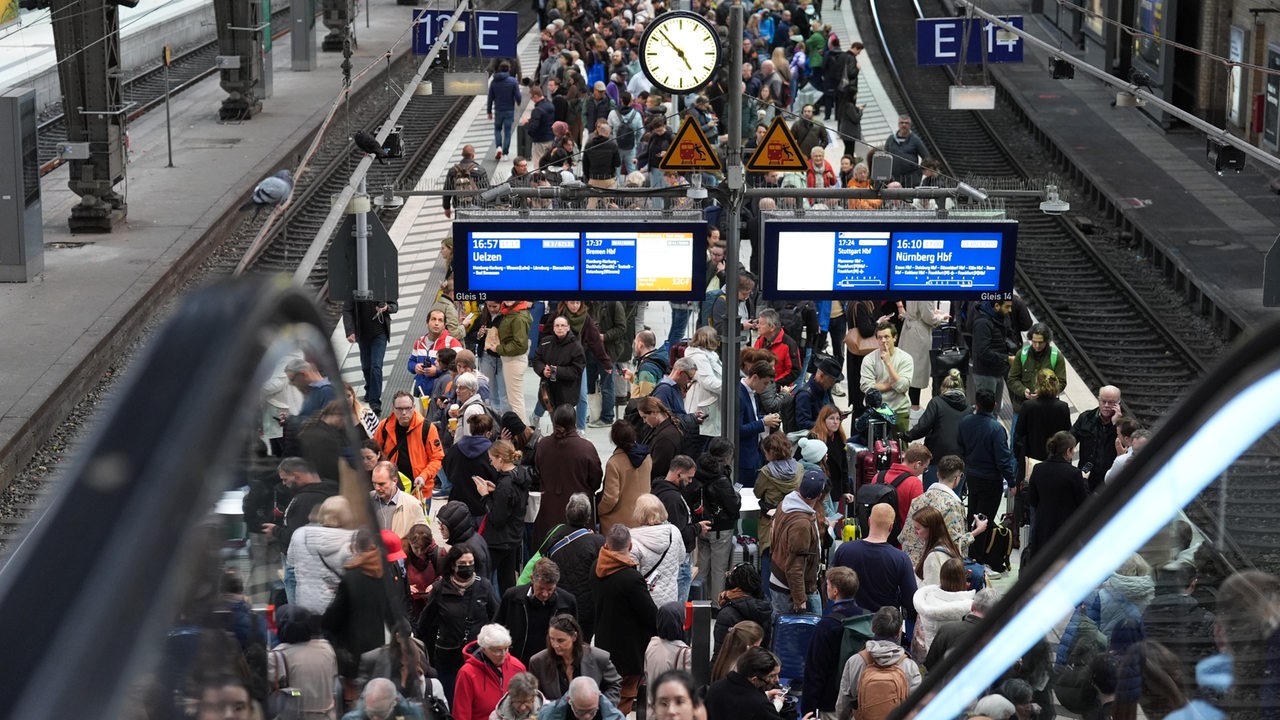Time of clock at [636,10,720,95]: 4:52
